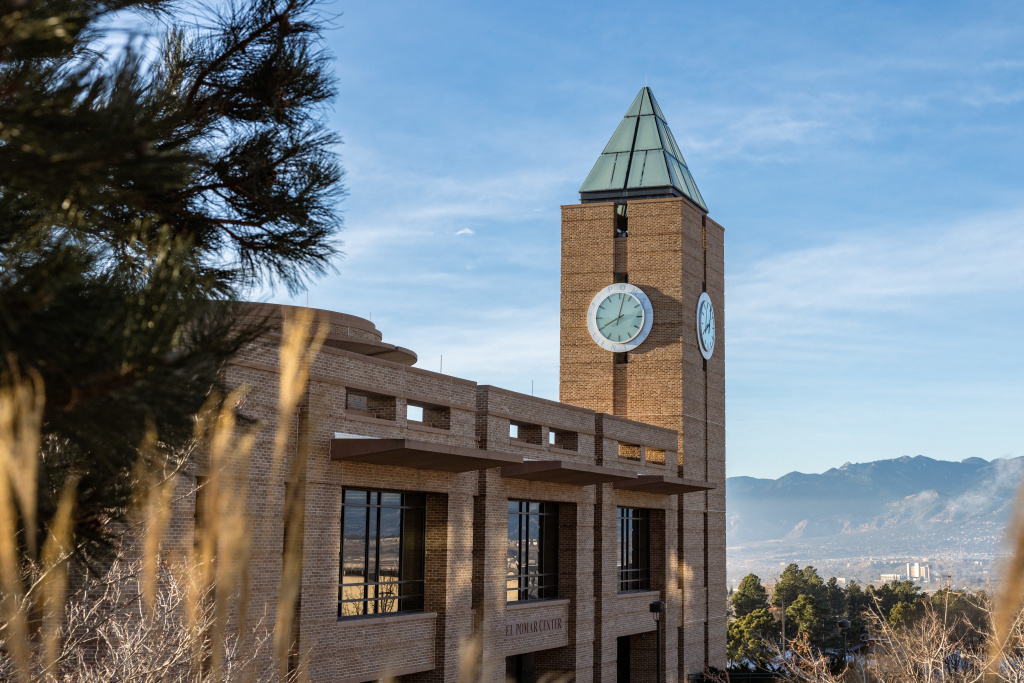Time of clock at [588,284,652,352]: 8:02
